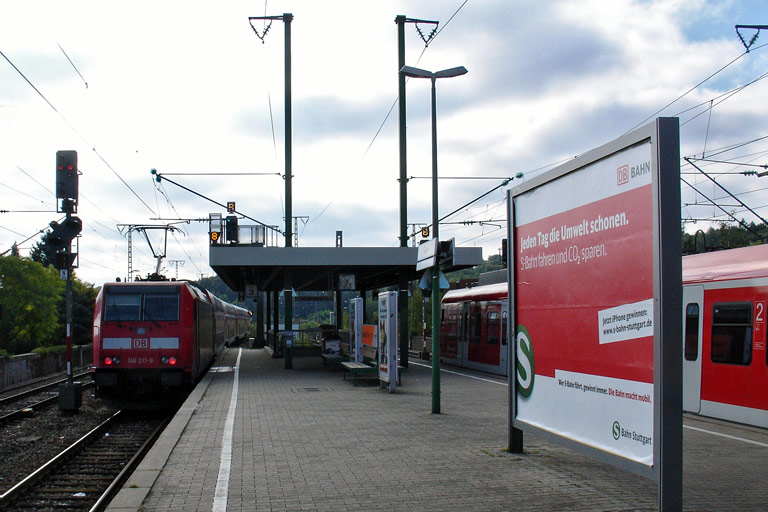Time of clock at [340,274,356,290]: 4:34
